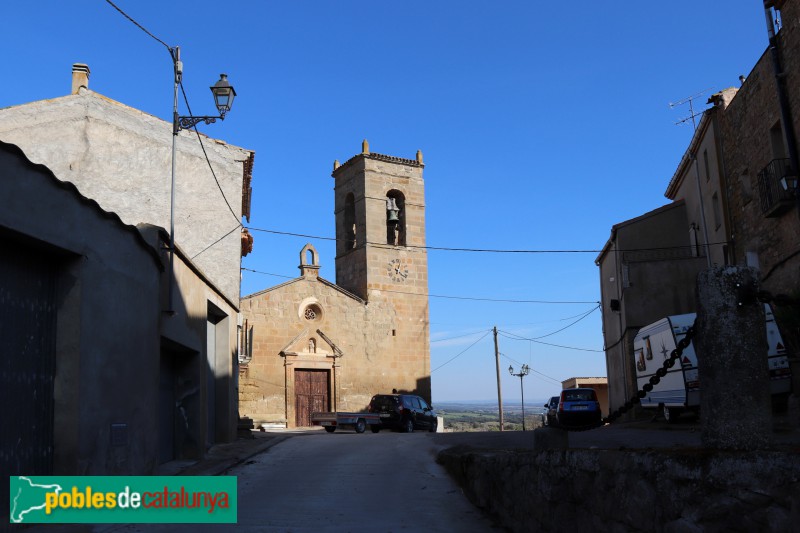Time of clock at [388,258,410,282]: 12:21
